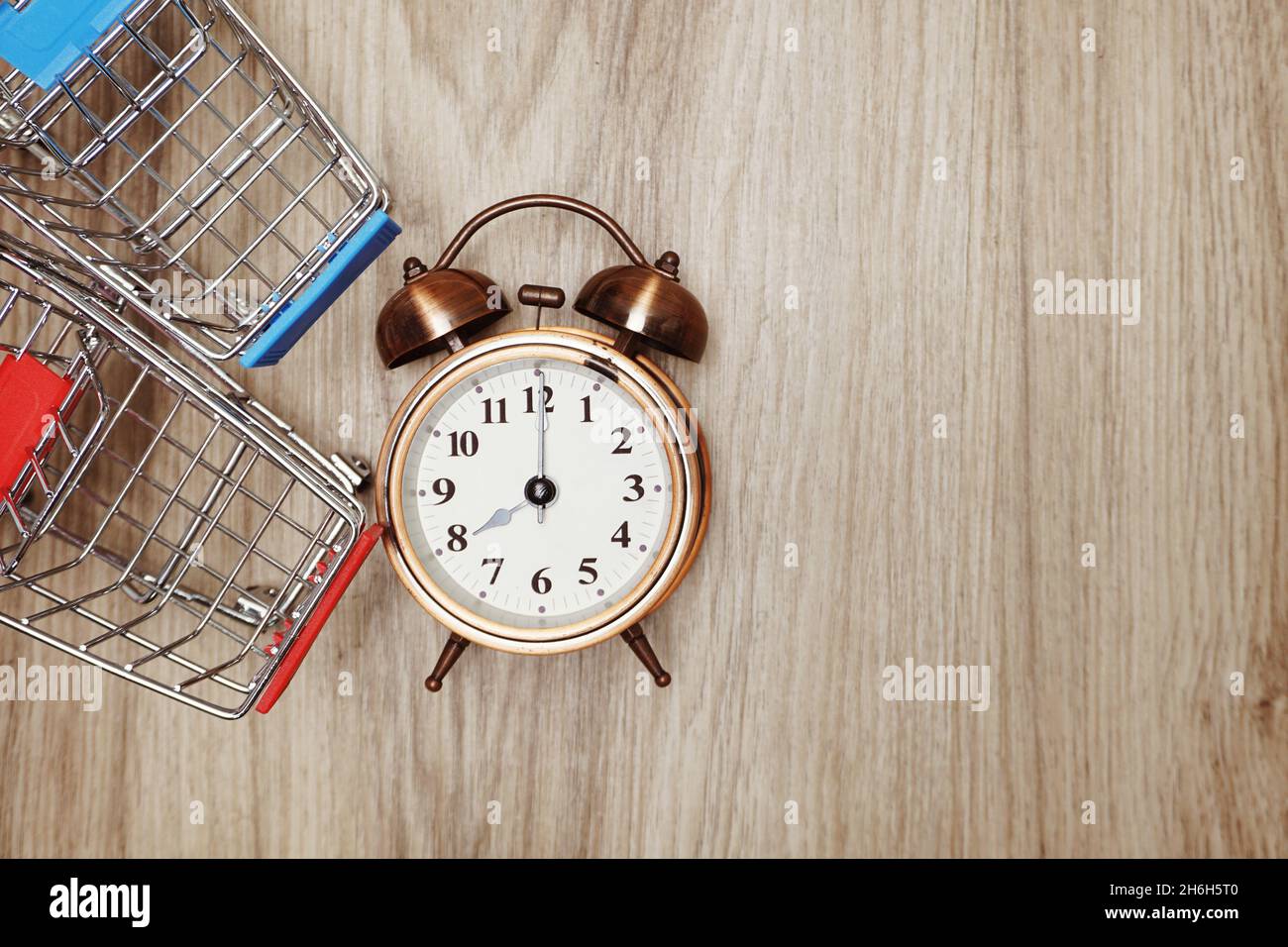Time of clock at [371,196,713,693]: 8:00
